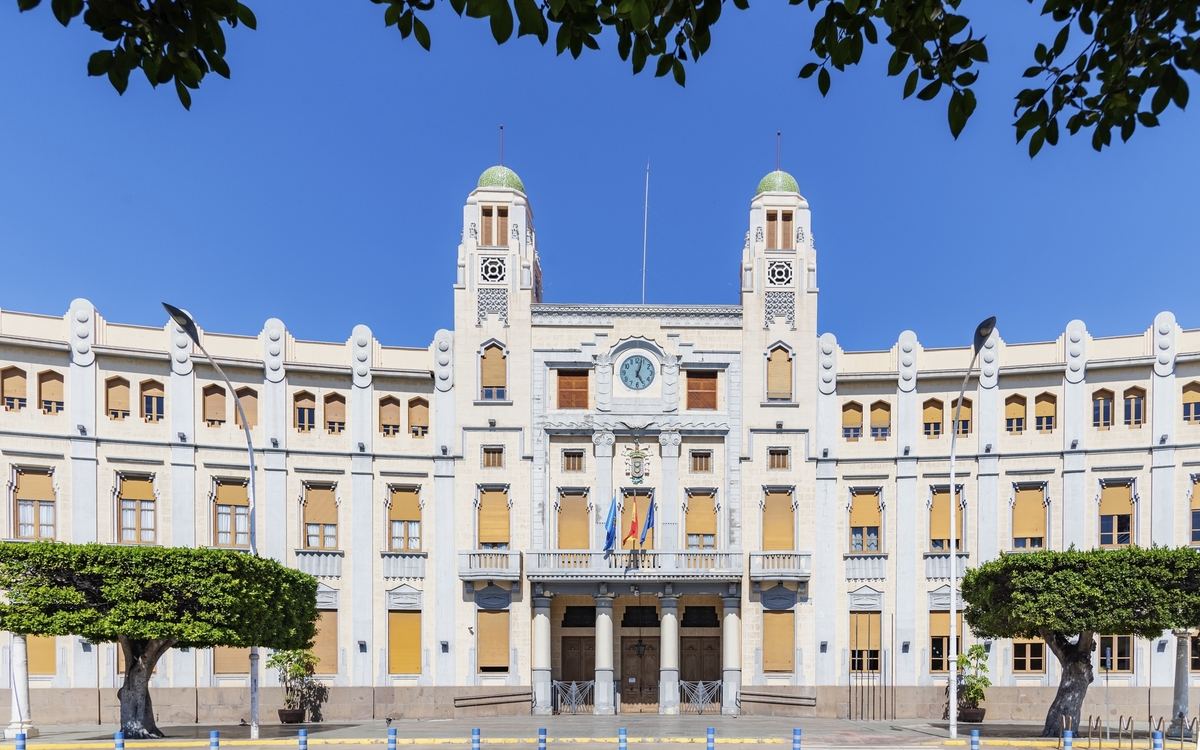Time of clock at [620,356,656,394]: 5:03
